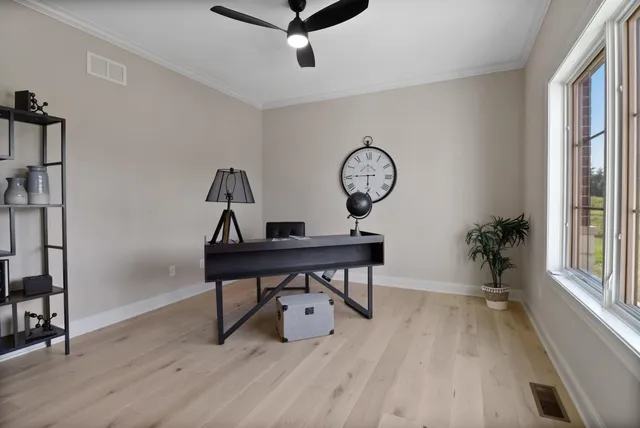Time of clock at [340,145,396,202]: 5:45
